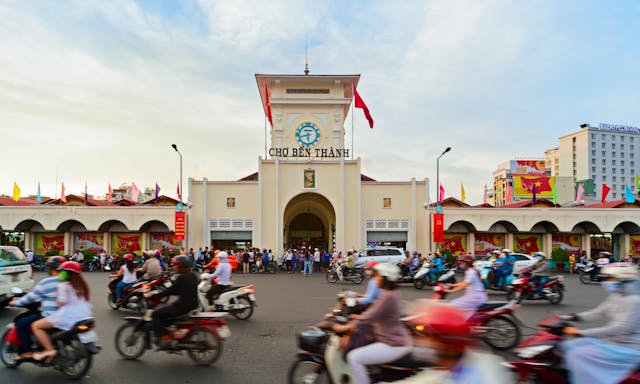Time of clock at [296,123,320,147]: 5:42
